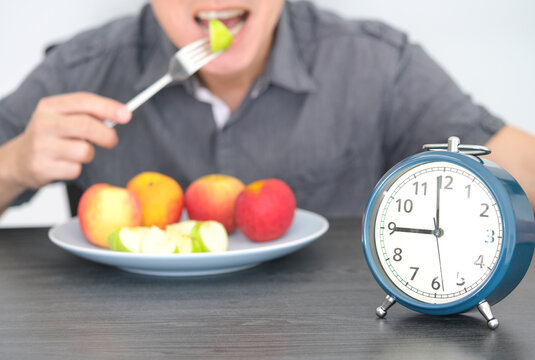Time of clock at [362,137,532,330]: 8:59
